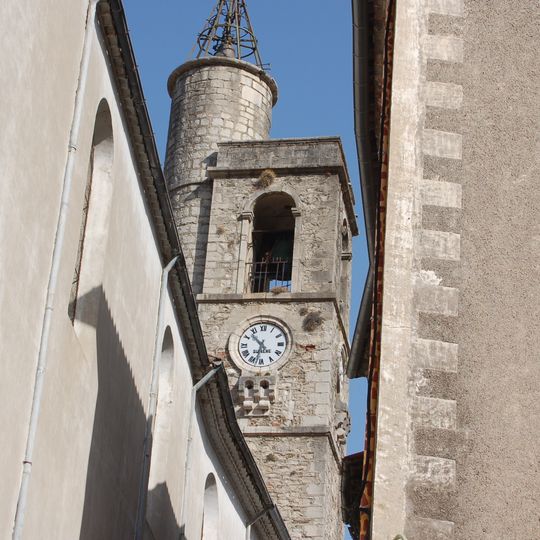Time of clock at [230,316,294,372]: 10:32
